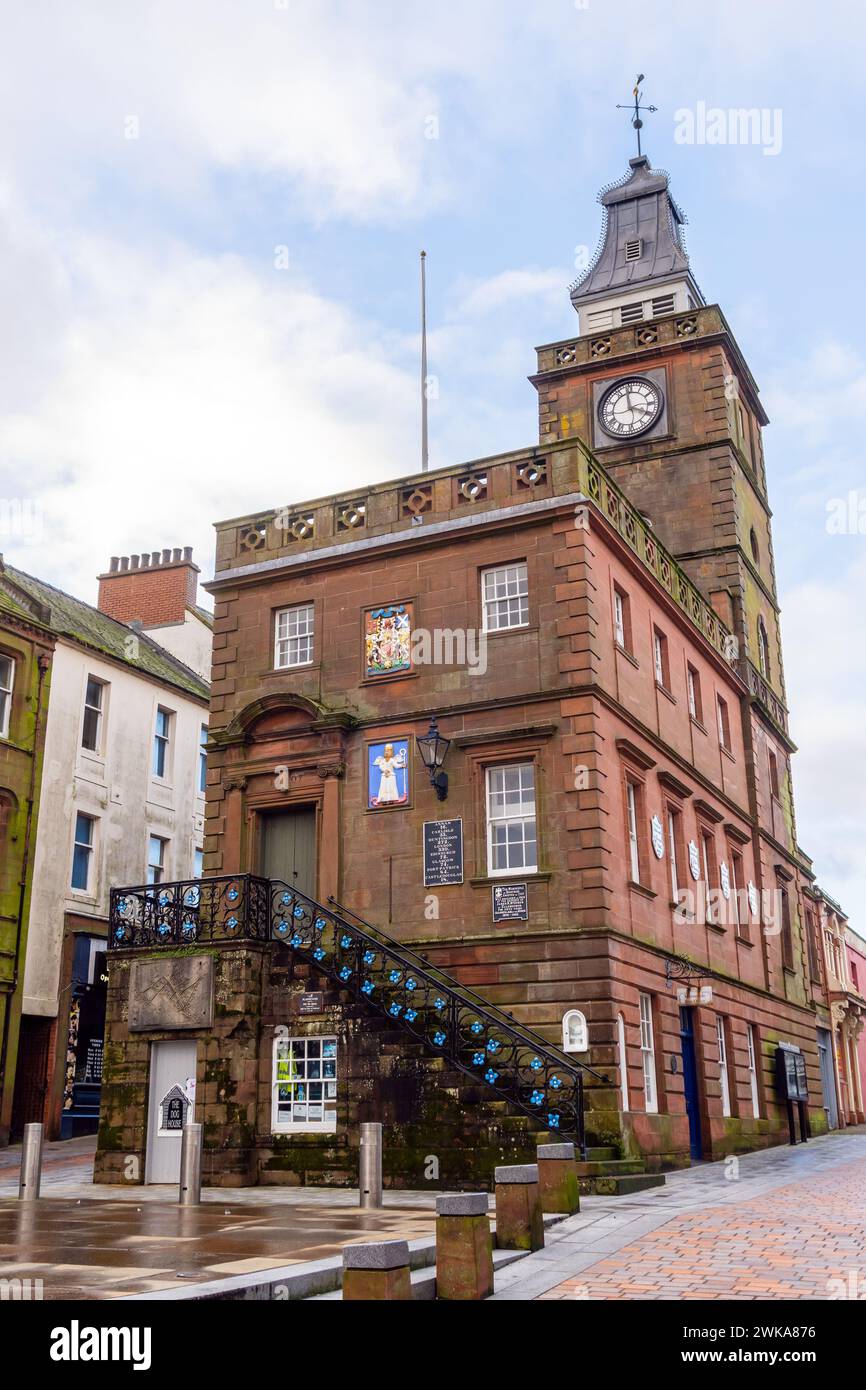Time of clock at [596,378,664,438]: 3:58
